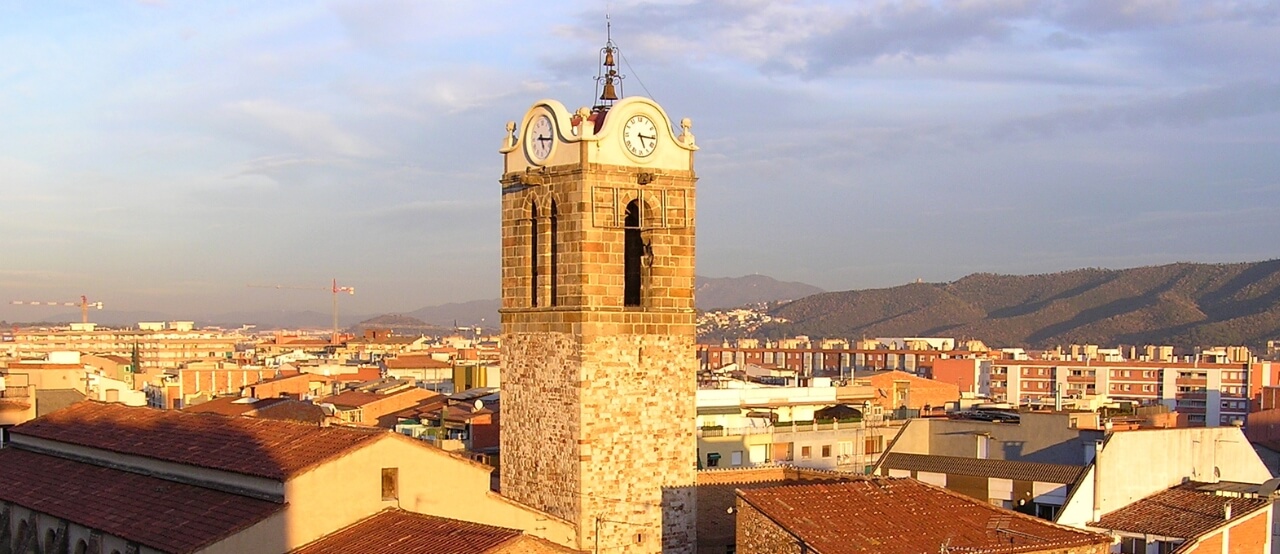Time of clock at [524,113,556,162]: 5:15
